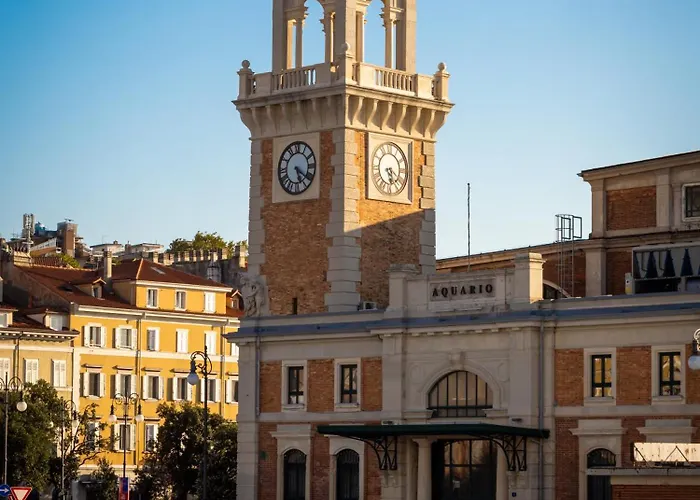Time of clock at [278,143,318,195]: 5:20
